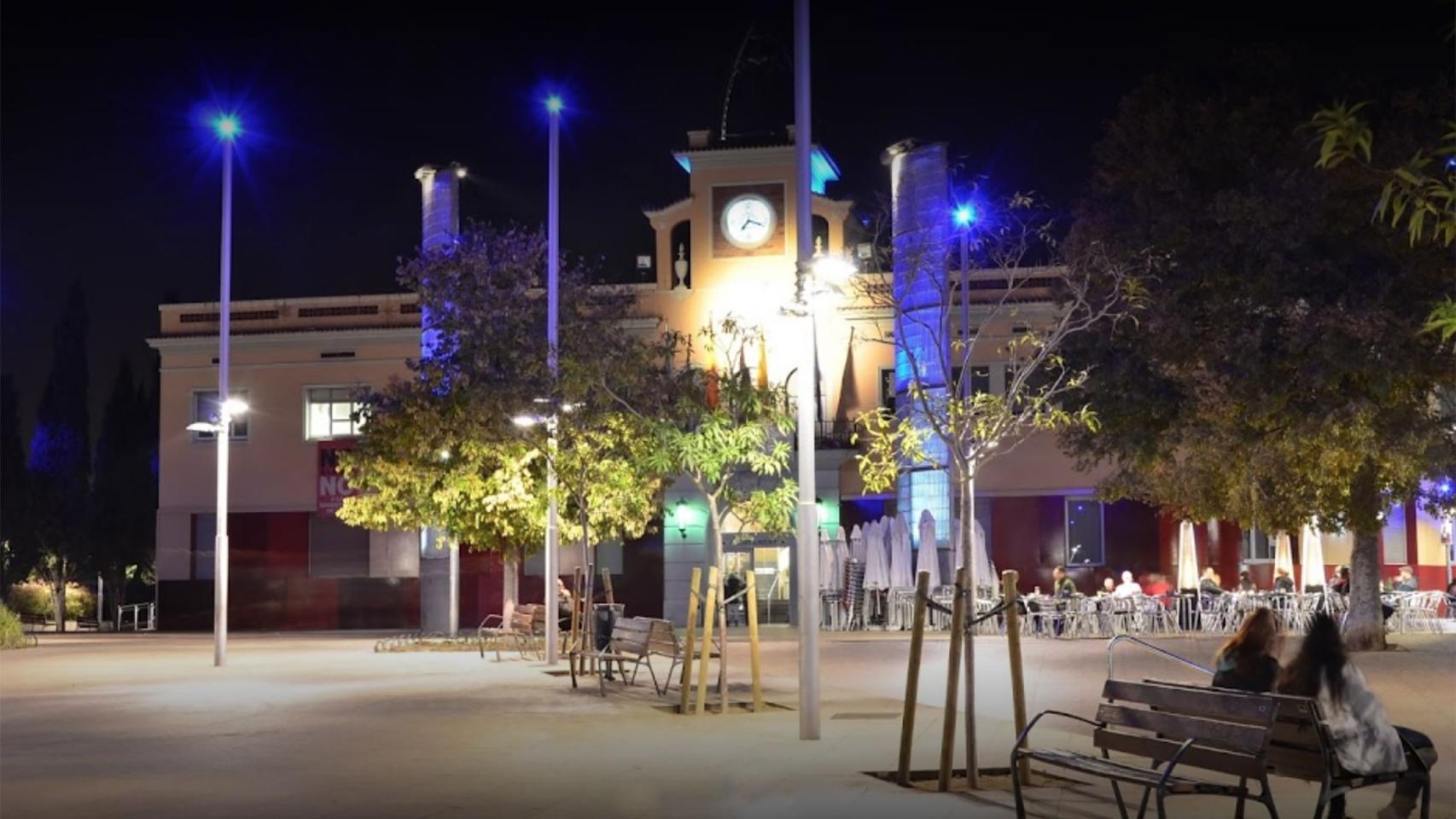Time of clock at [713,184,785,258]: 7:18
